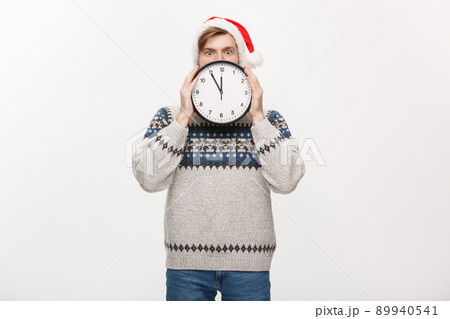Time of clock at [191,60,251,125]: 11:54
